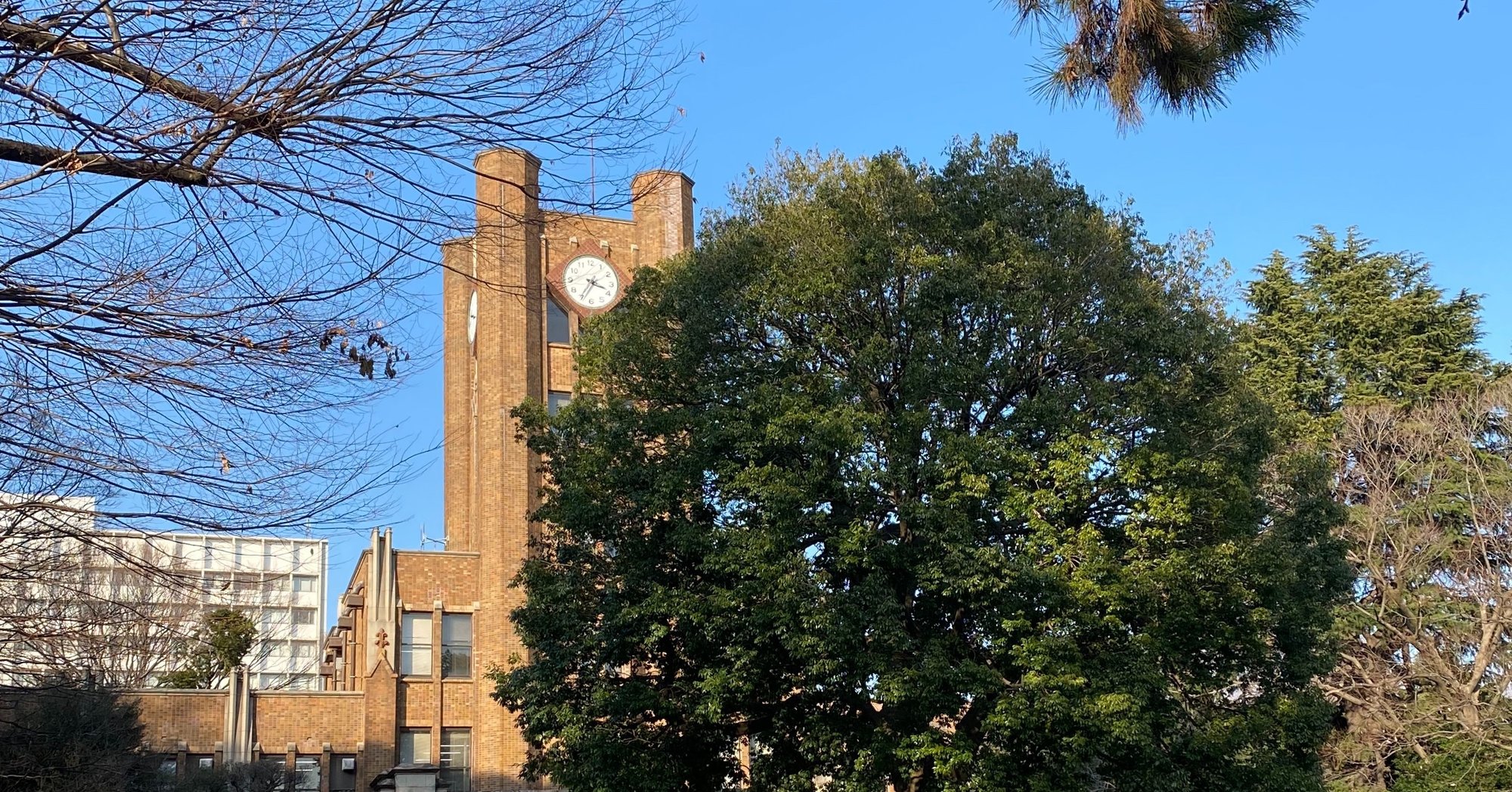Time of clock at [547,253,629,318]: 3:35
